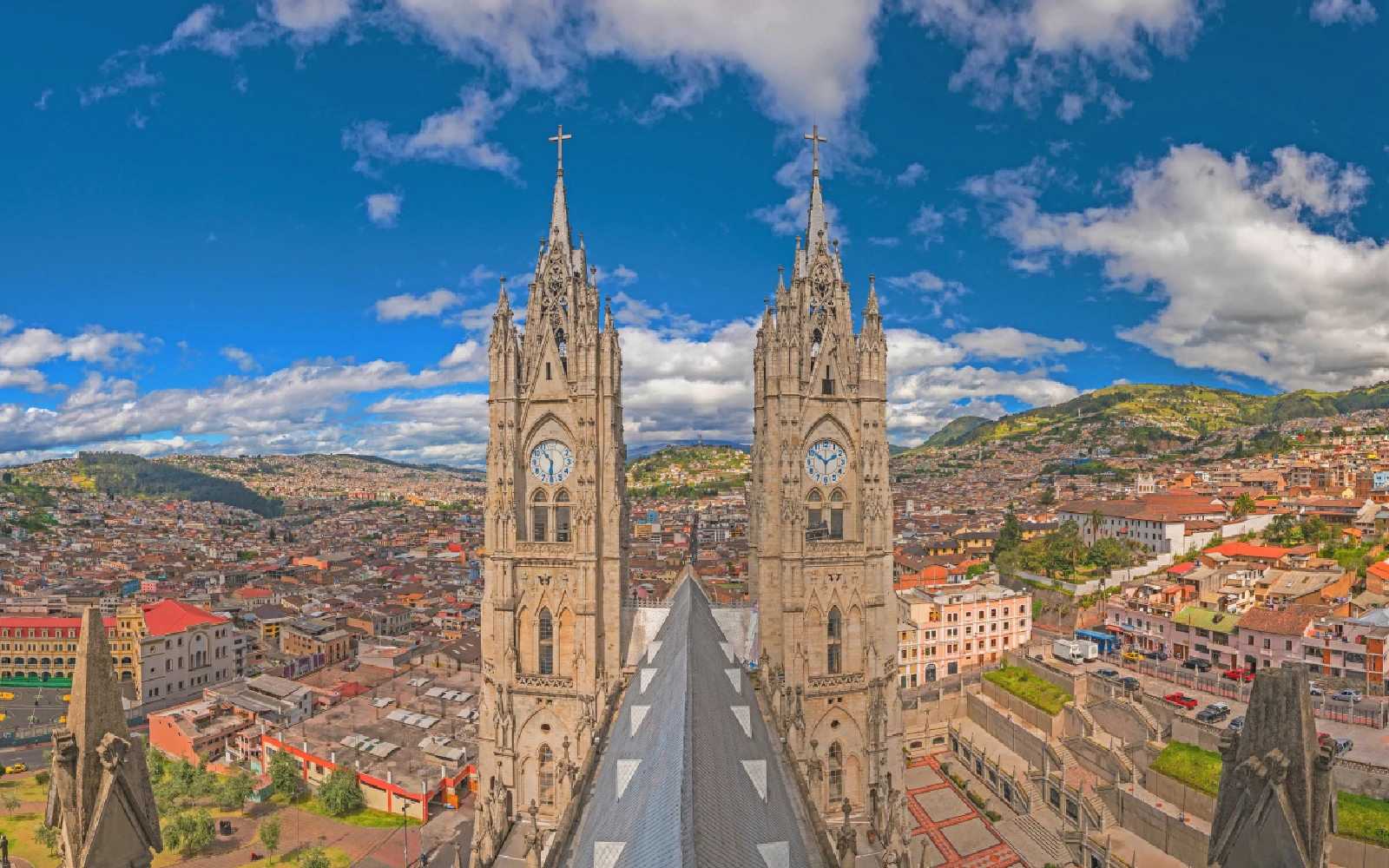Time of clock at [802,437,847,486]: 1:51
